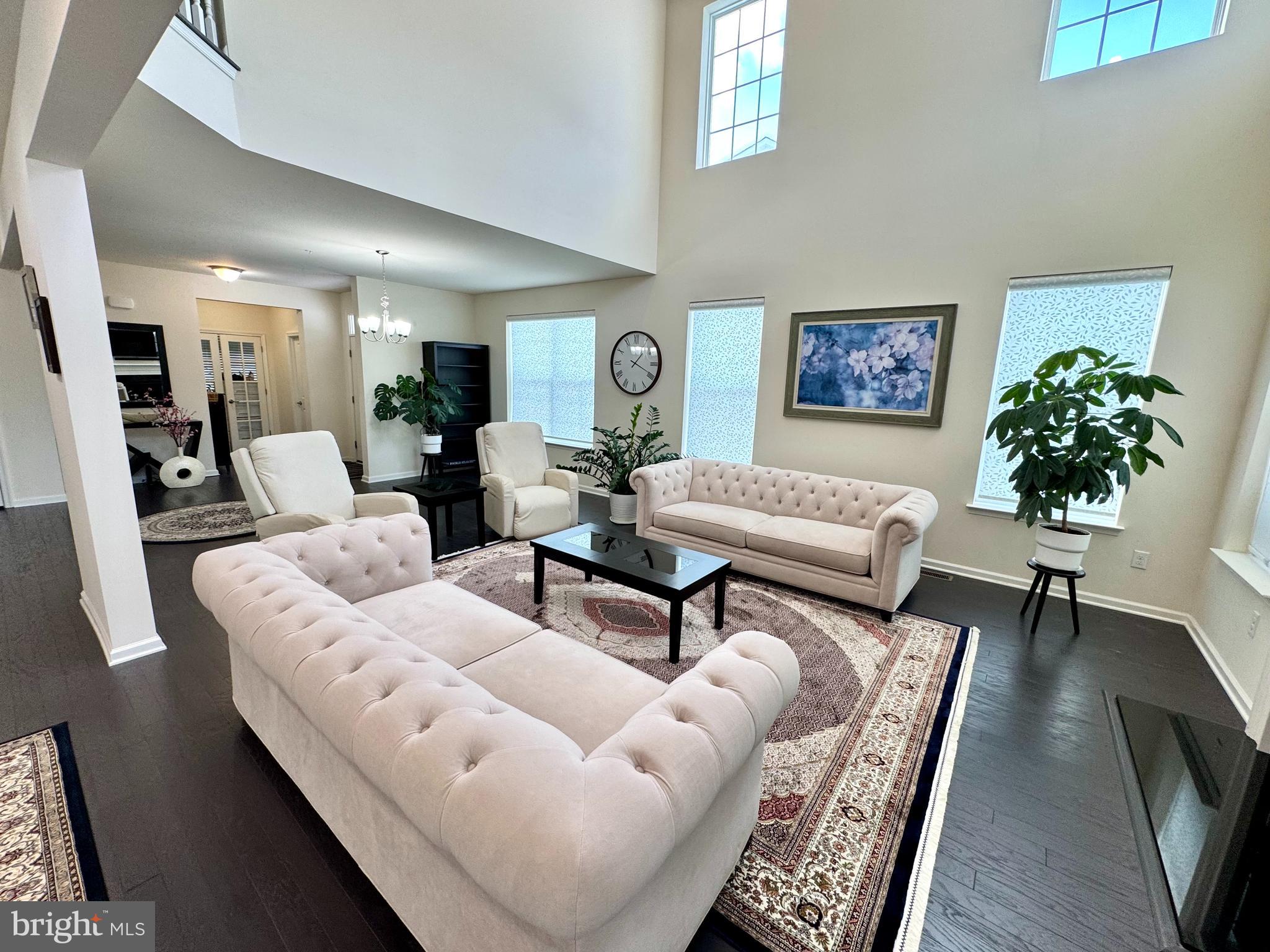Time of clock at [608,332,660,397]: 1:18
